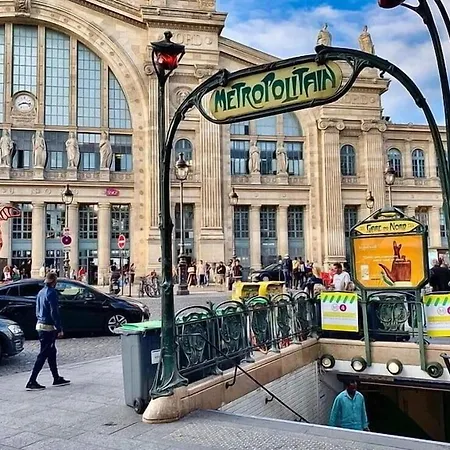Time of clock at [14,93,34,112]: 8:16
